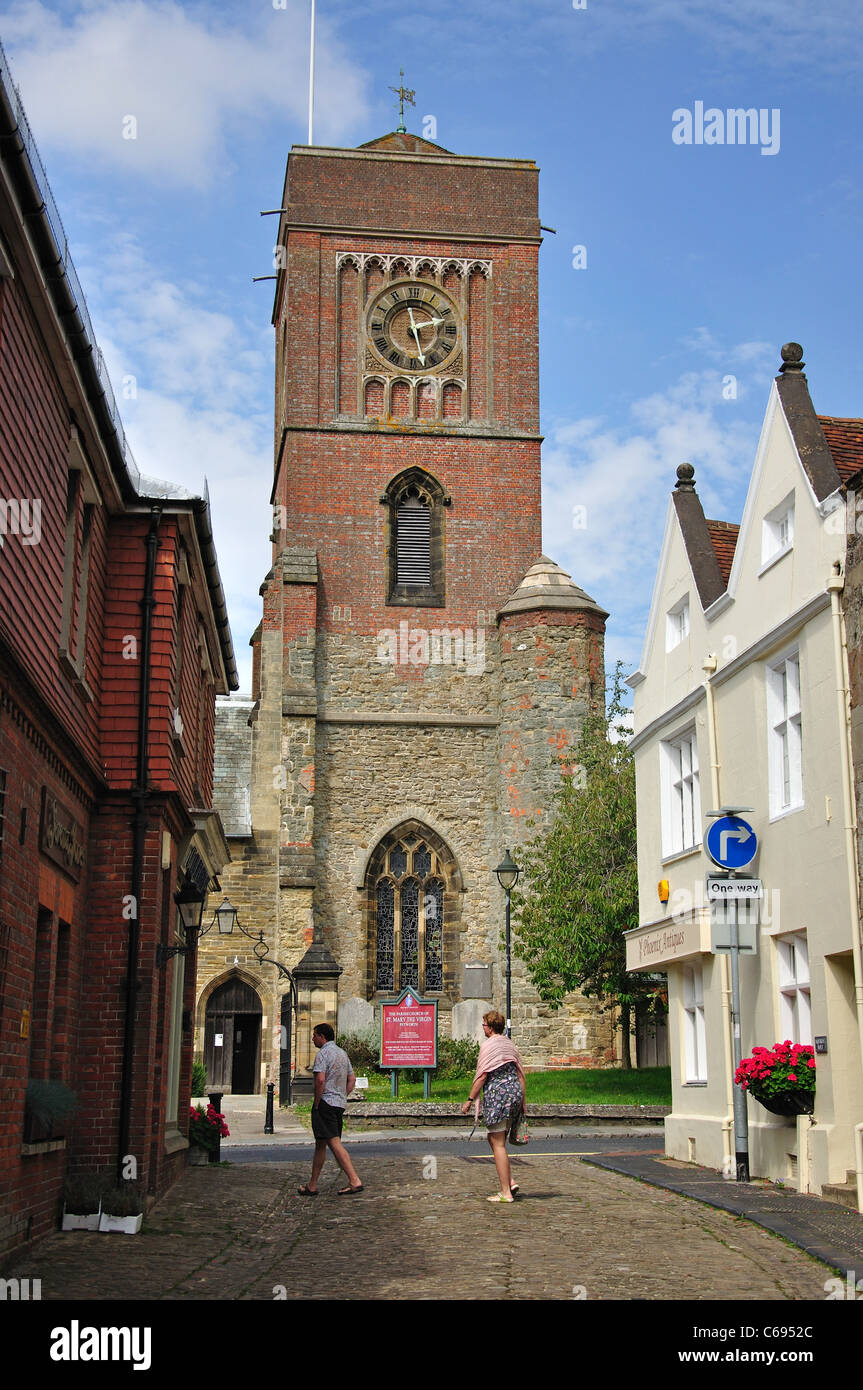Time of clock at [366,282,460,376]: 2:27
